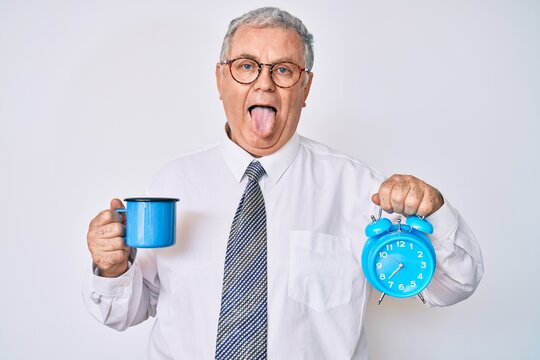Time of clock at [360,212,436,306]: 7:37
